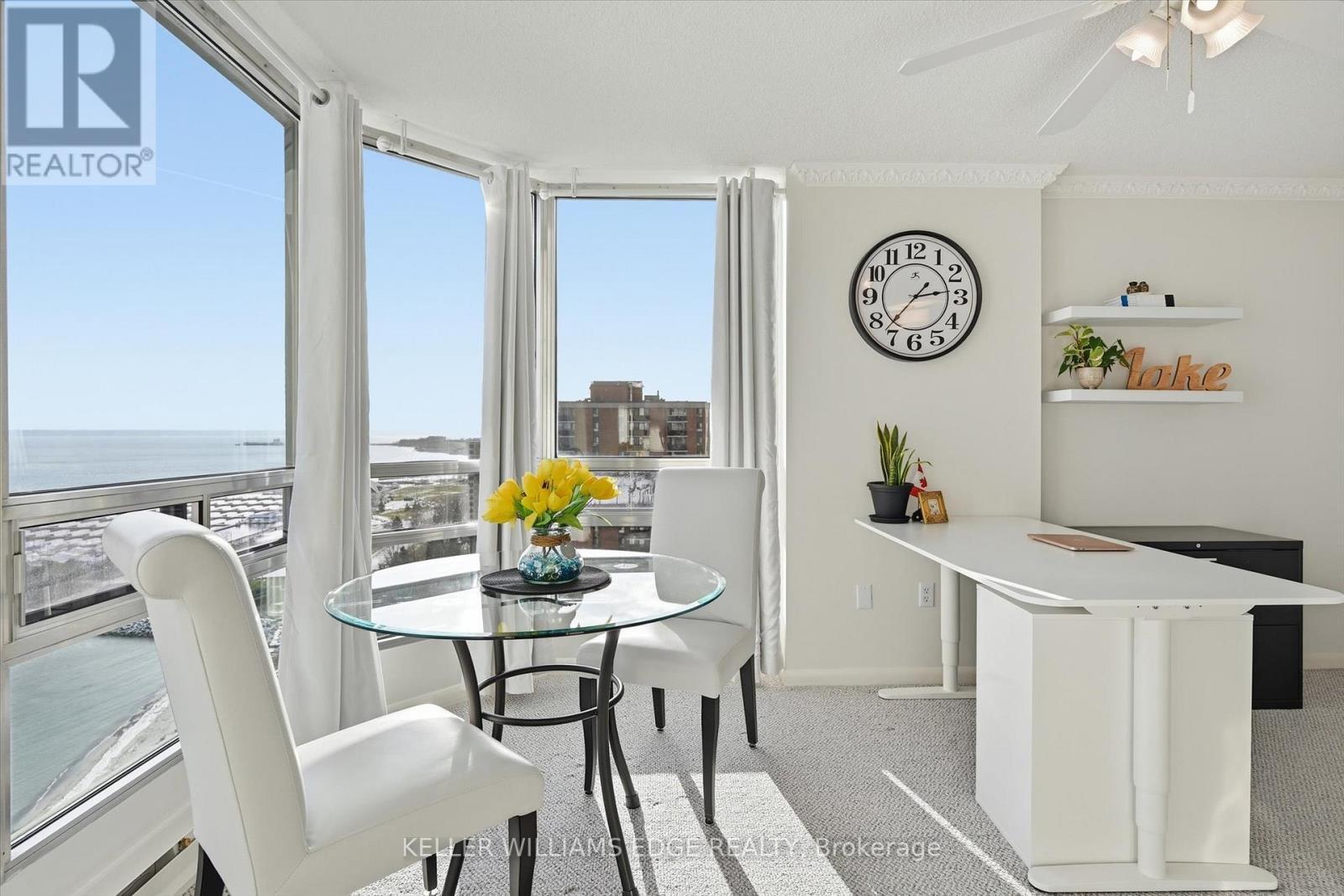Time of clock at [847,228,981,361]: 2:37
